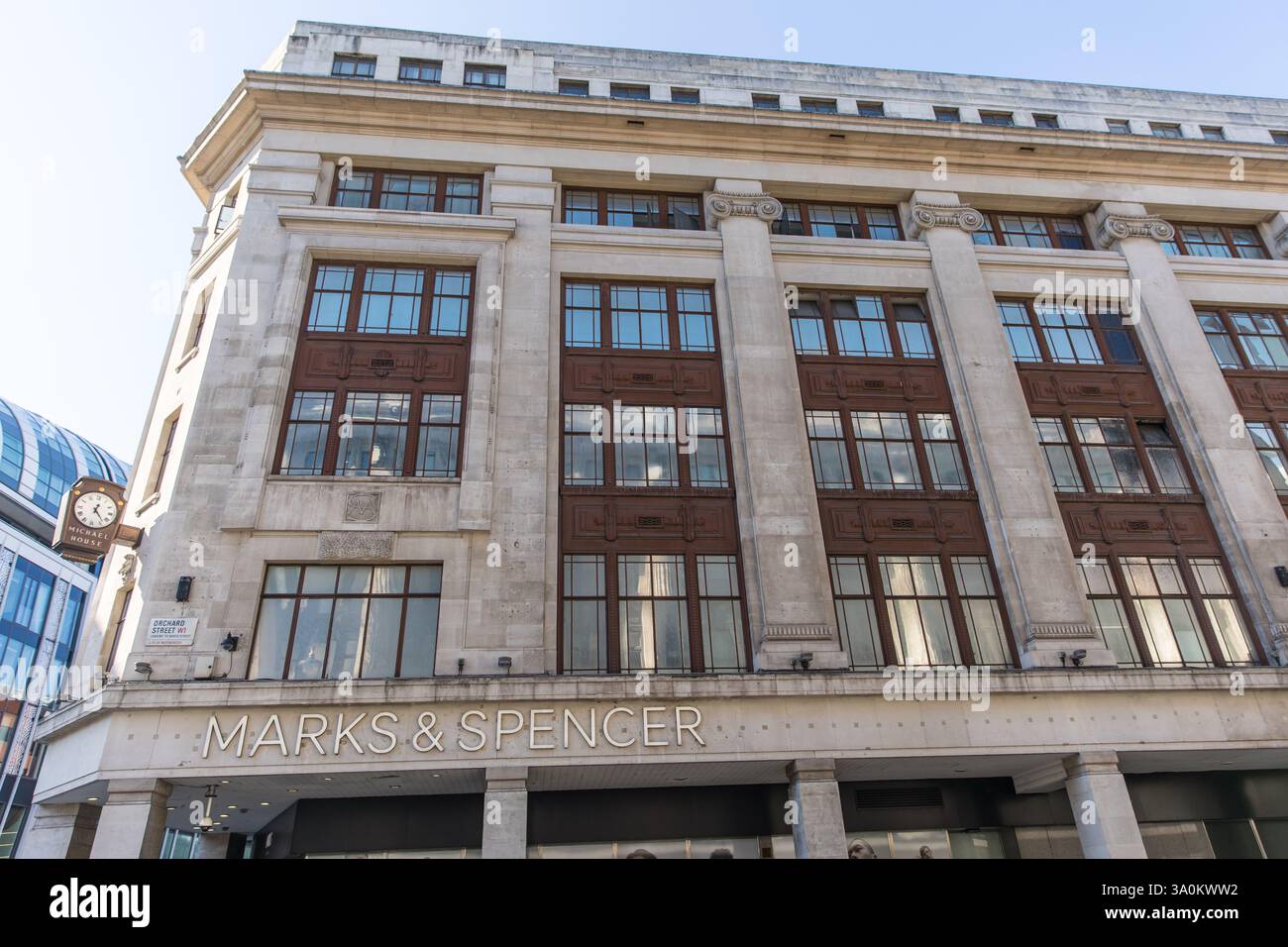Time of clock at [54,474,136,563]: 12:23
